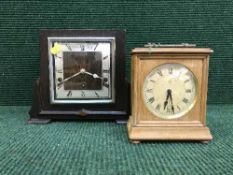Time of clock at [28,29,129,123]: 3:40
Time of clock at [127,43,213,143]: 6:27
